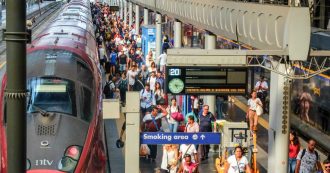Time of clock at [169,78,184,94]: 5:15
